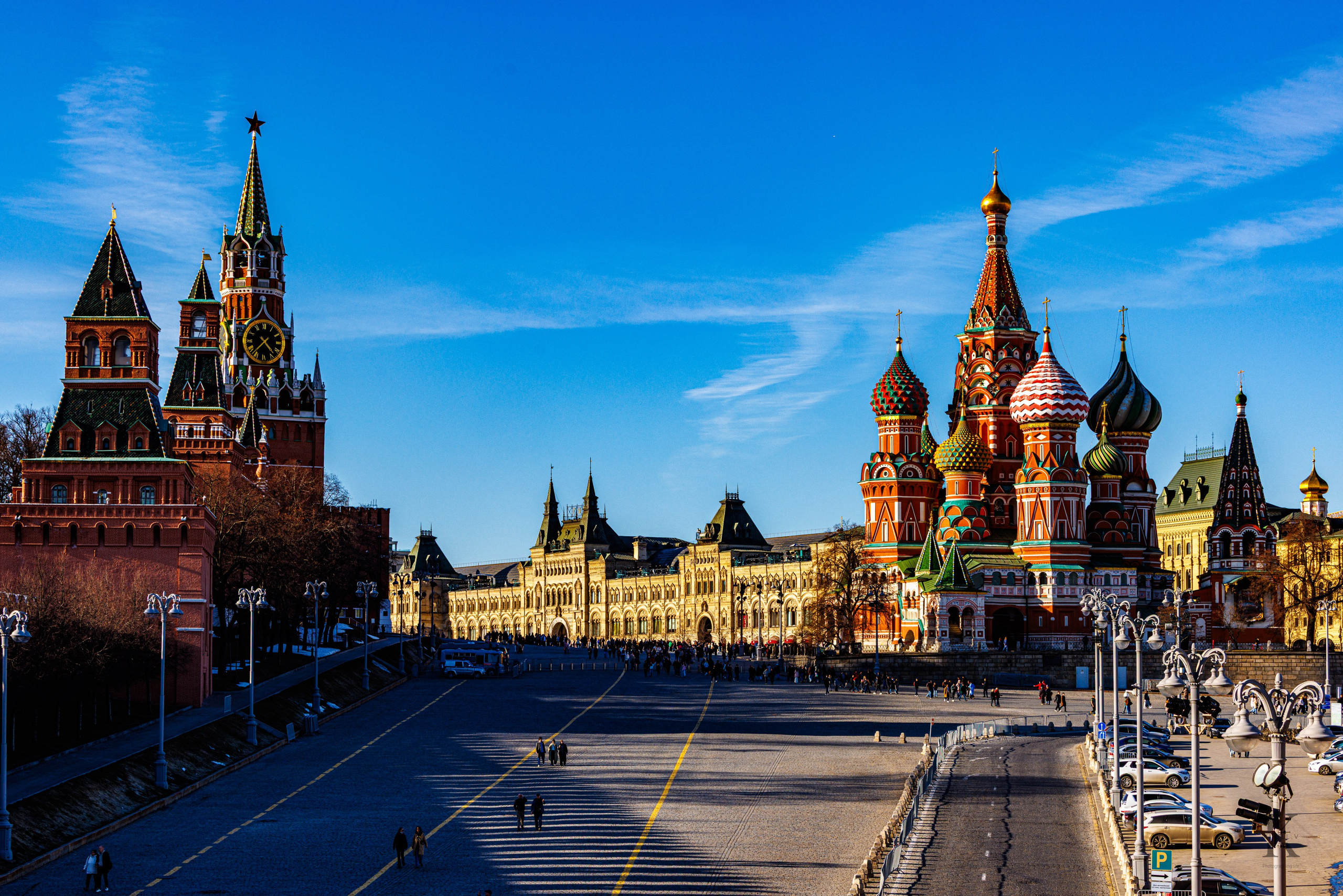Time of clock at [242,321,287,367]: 4:37
